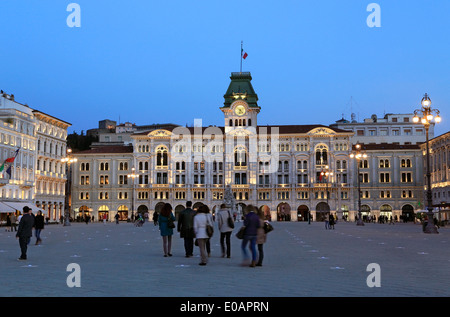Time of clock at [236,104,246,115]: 6:23
